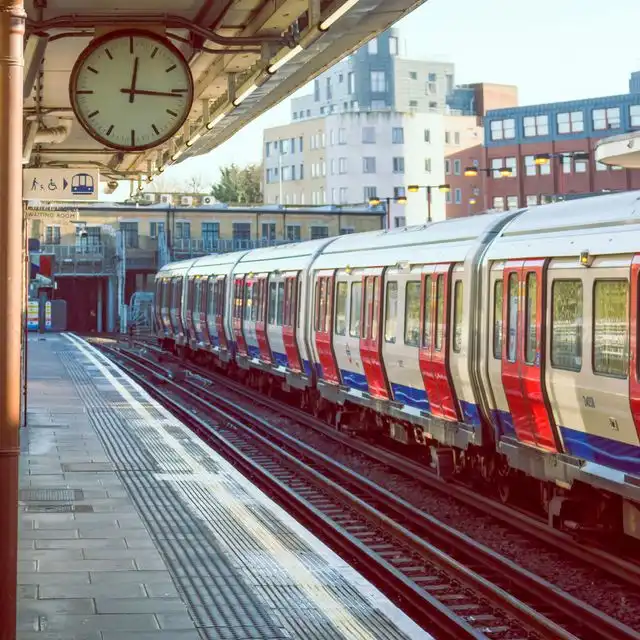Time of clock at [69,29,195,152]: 12:16
